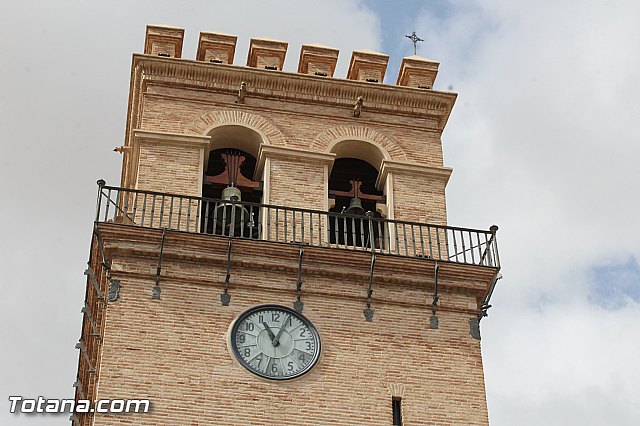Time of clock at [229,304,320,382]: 11:04
